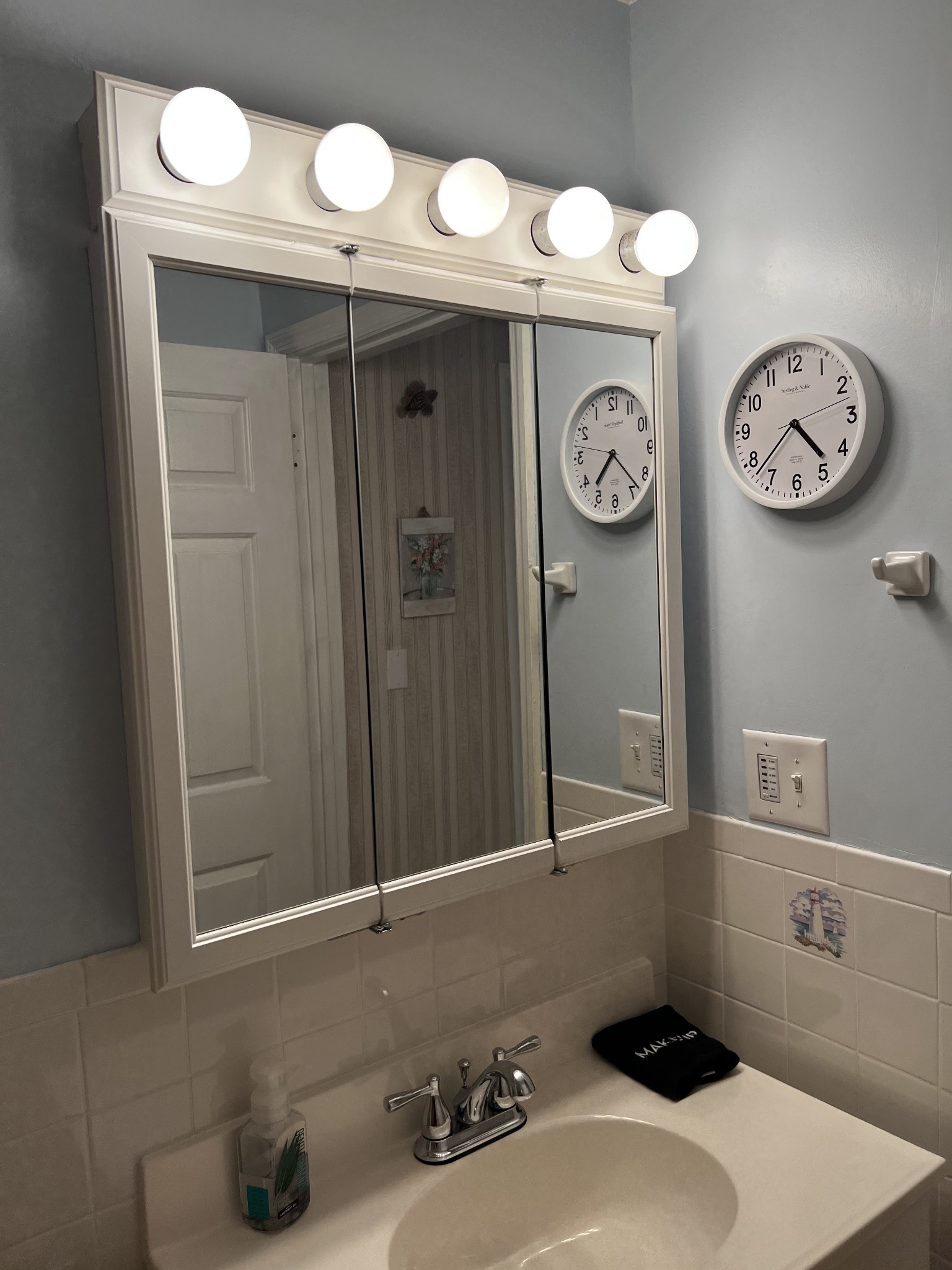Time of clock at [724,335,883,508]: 4:37
